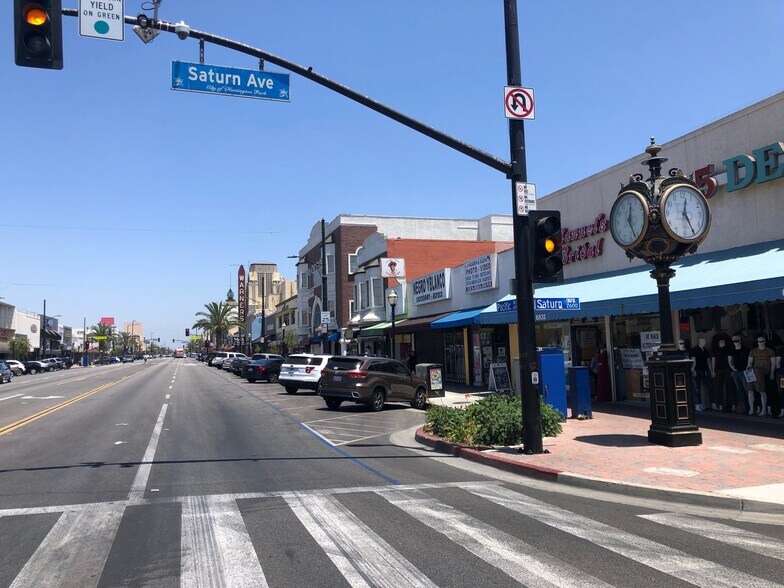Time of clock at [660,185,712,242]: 12:25
